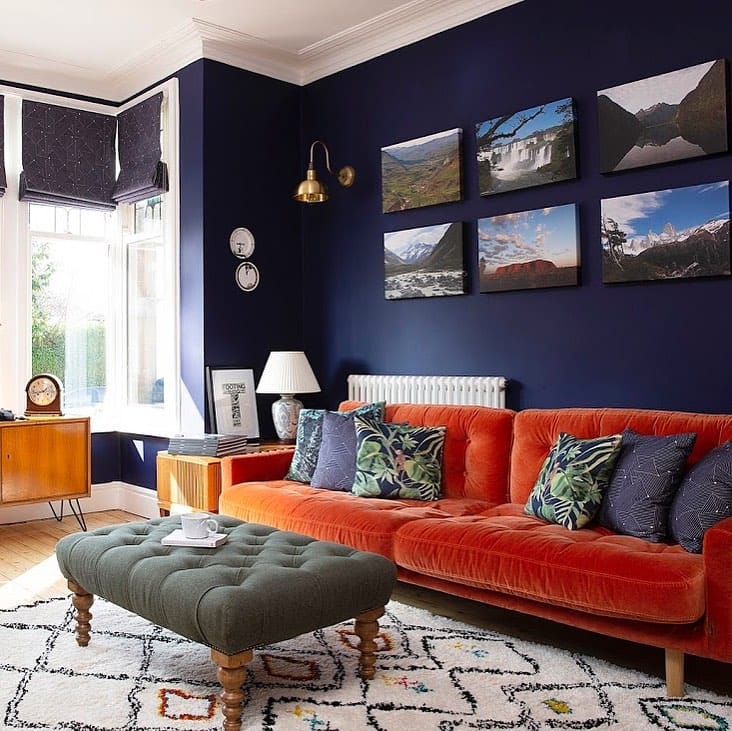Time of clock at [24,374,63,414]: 1:42
